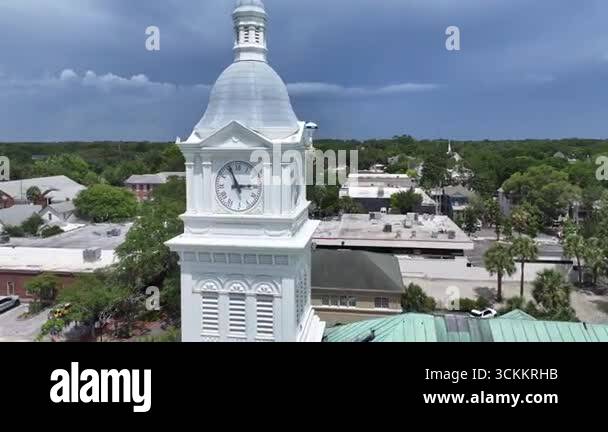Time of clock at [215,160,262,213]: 2:56
